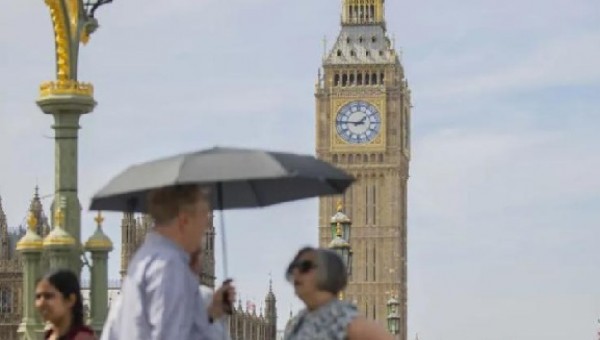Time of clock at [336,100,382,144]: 1:46
